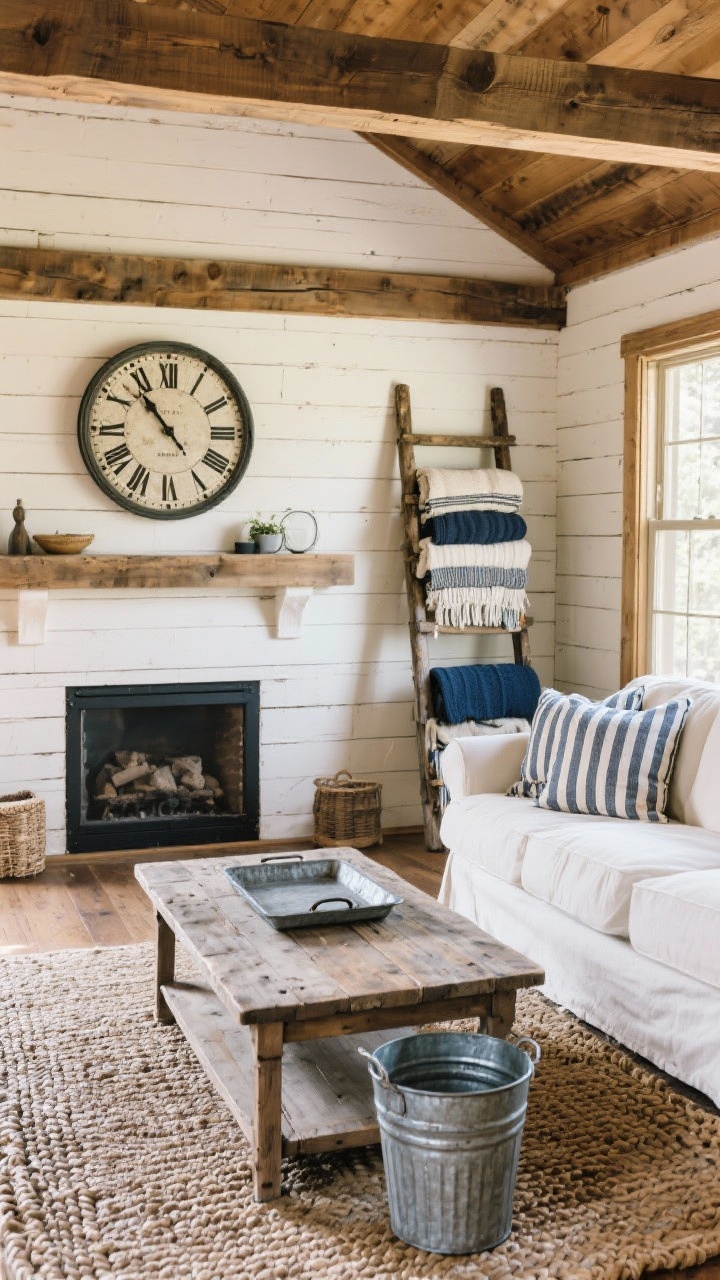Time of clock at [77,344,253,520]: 10:53
